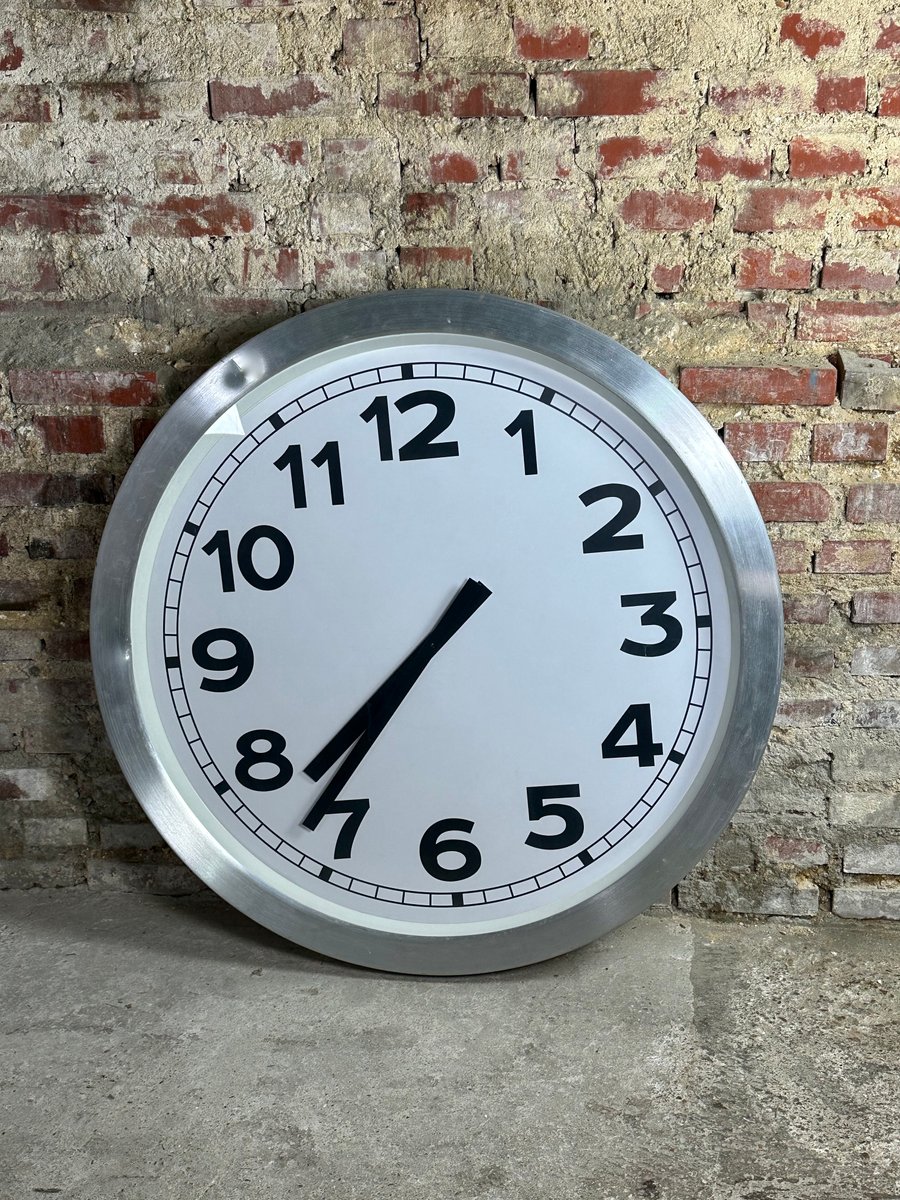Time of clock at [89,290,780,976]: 7:36
